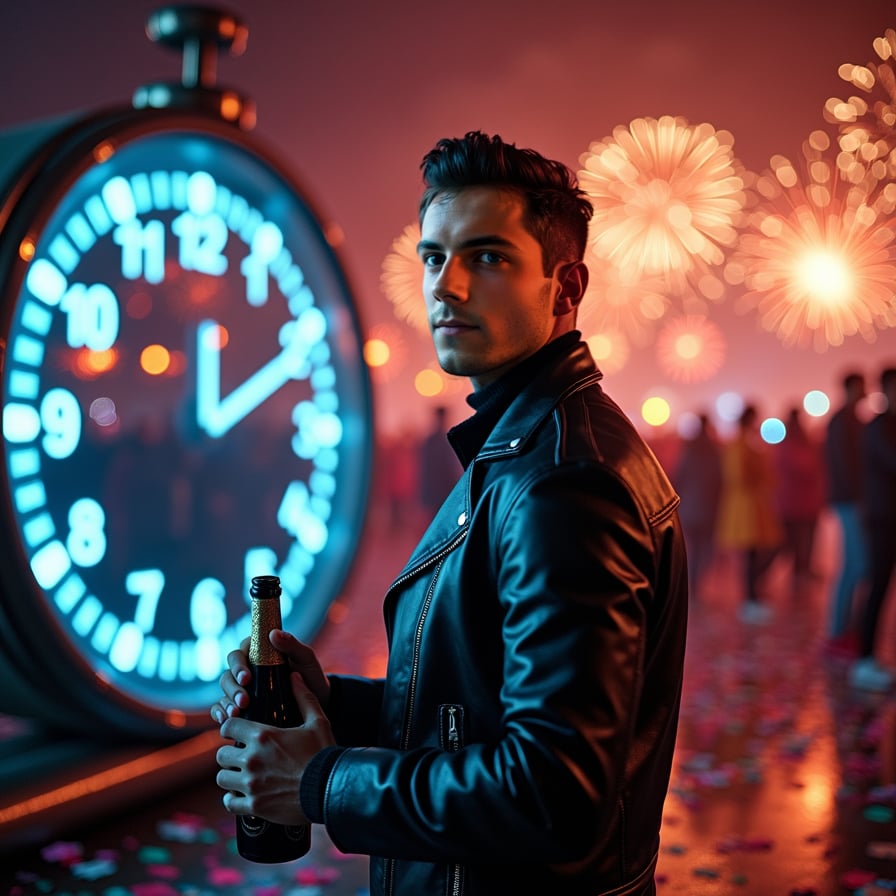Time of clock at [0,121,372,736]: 12:10
